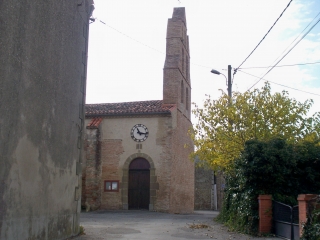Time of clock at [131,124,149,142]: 11:16
